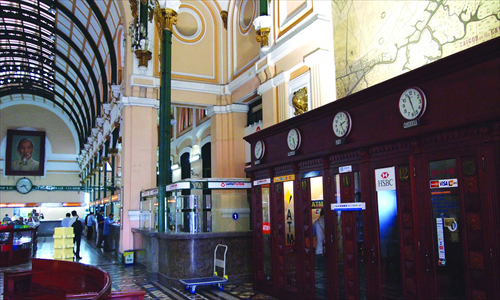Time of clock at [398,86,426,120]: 11:27
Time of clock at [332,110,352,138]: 2:25
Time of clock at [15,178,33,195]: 8:23
